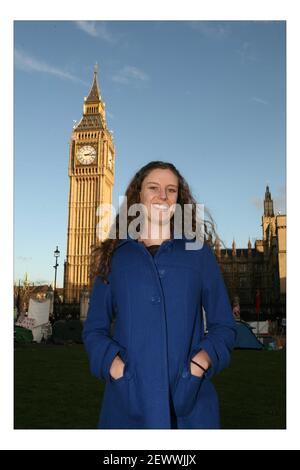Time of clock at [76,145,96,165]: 2:15
